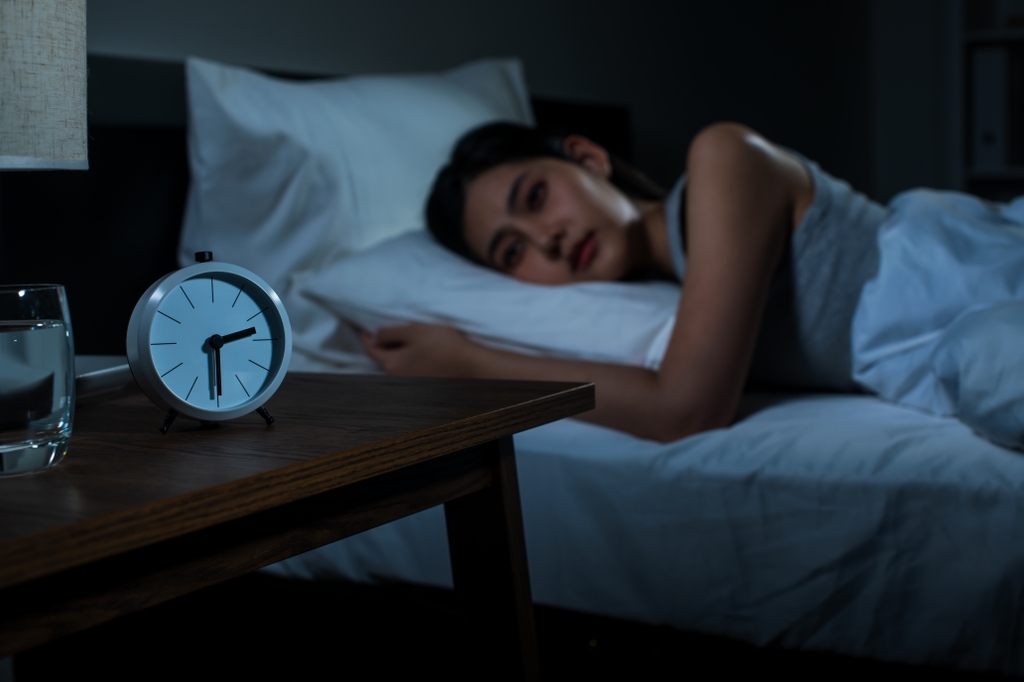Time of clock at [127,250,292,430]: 2:29
